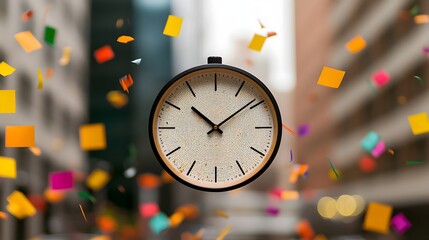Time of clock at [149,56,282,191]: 10:08
